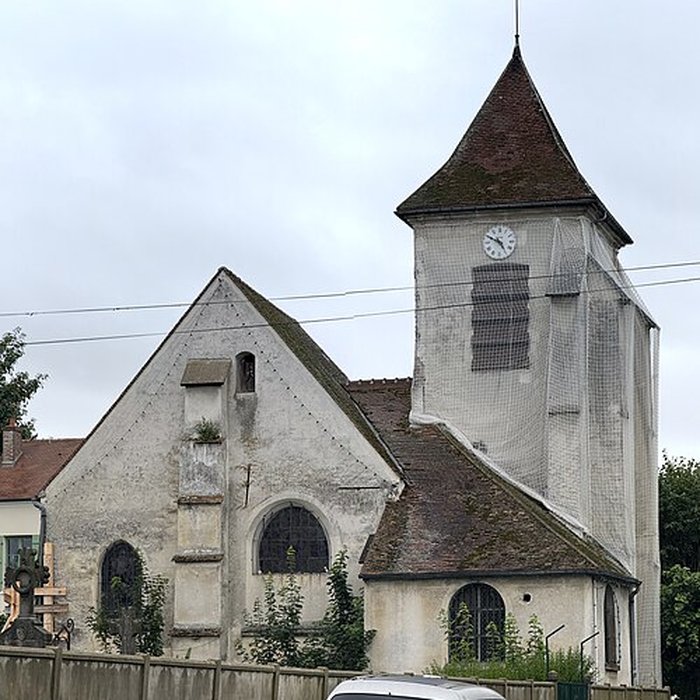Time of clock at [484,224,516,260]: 4:49
